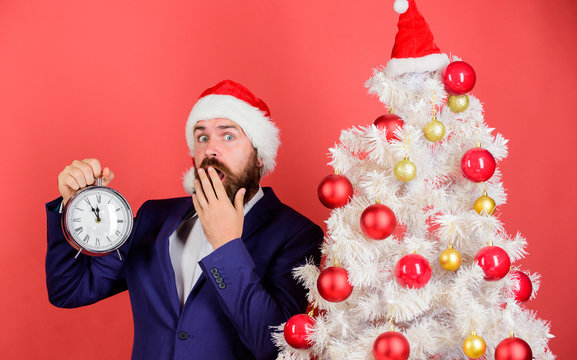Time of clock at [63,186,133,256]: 11:55
